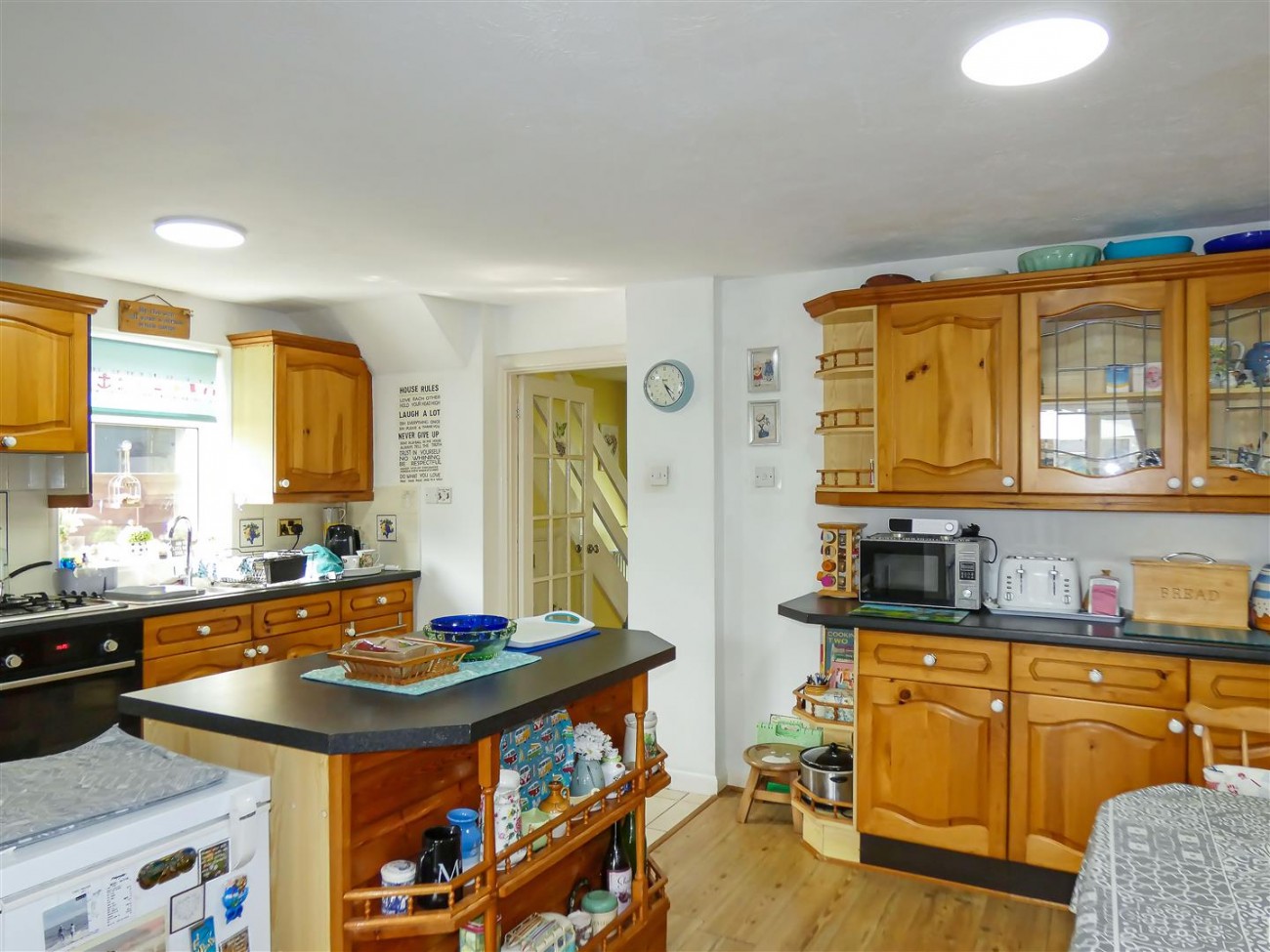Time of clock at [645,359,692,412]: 4:25
